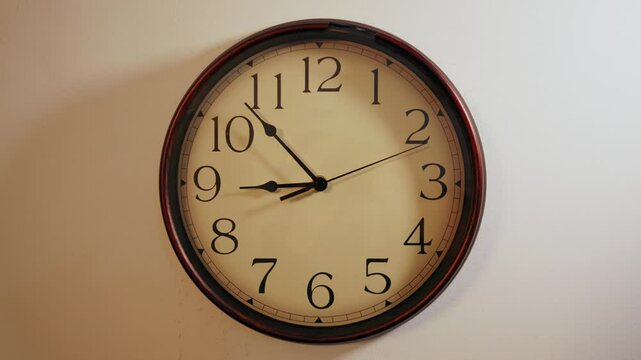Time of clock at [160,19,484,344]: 8:53
